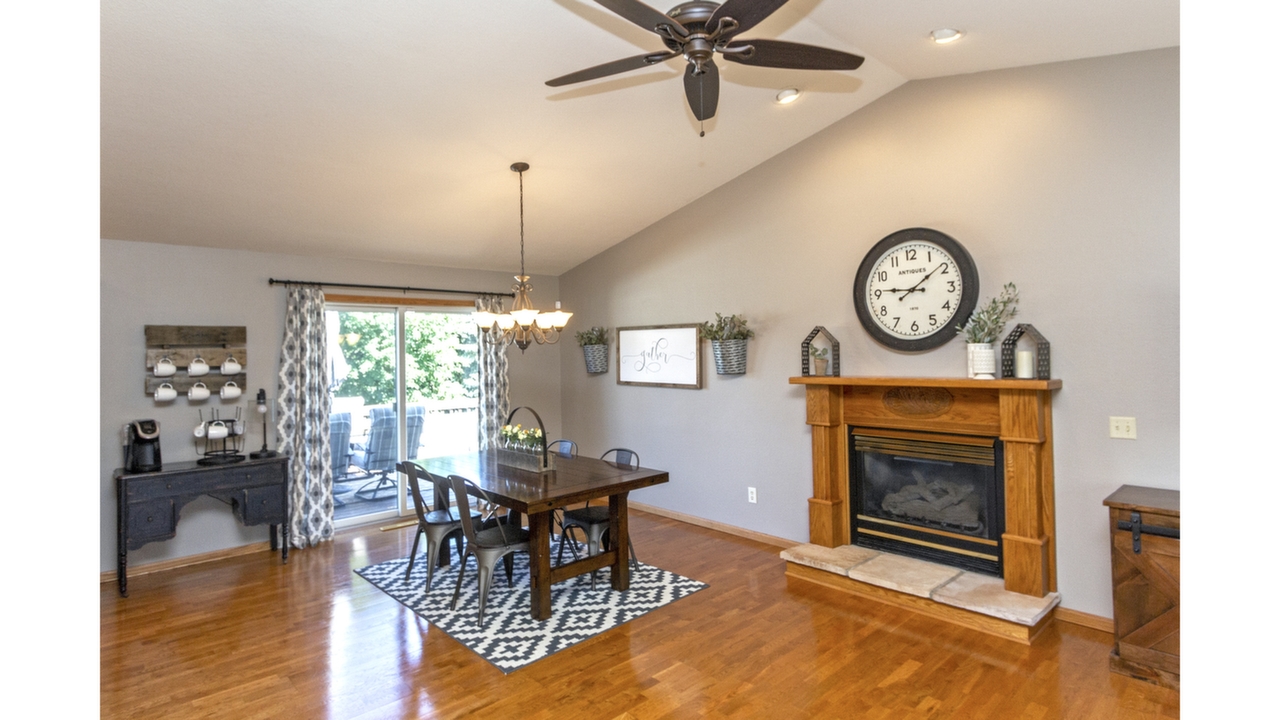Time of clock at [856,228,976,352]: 9:08
